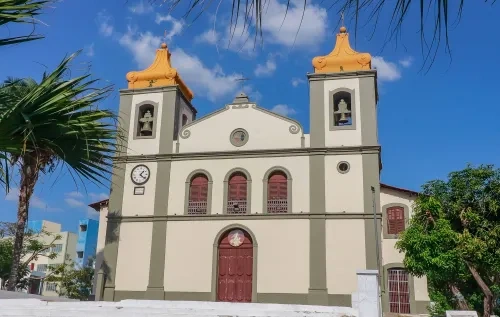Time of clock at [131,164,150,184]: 1:21
